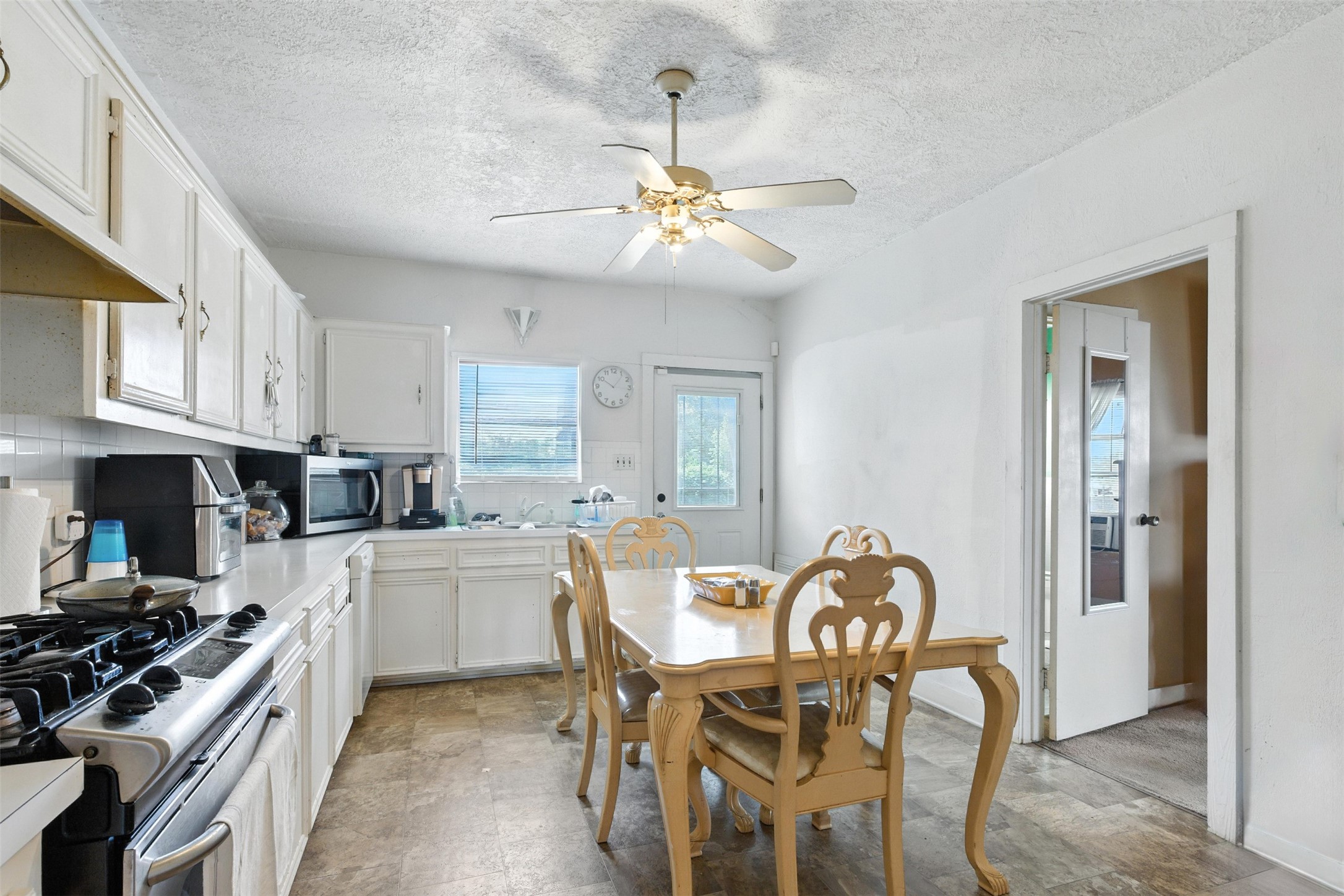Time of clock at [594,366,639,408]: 10:06
